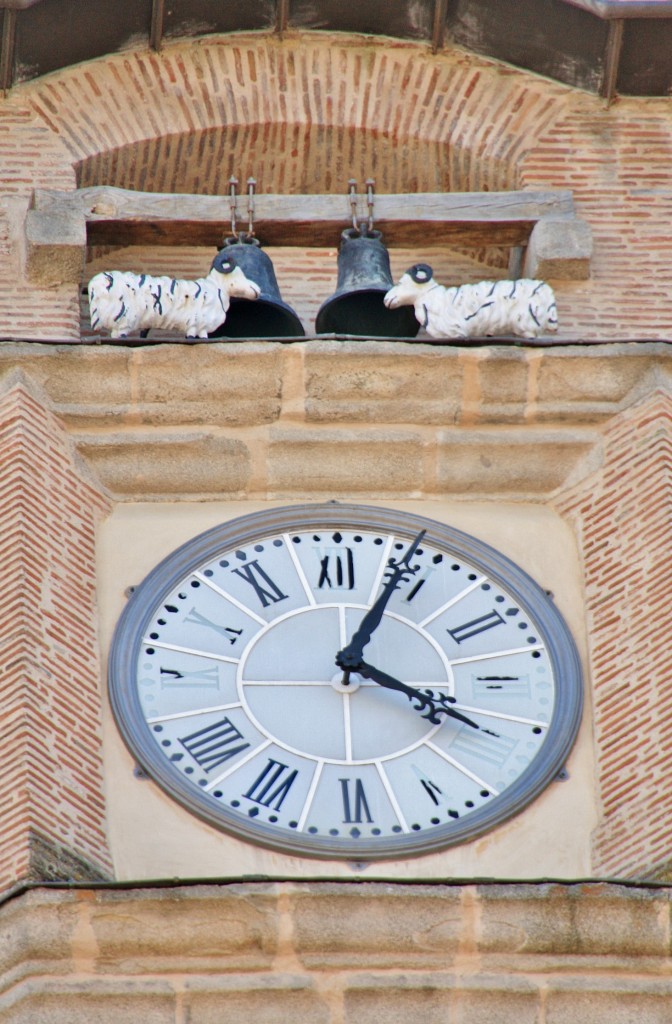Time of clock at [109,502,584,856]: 4:04
